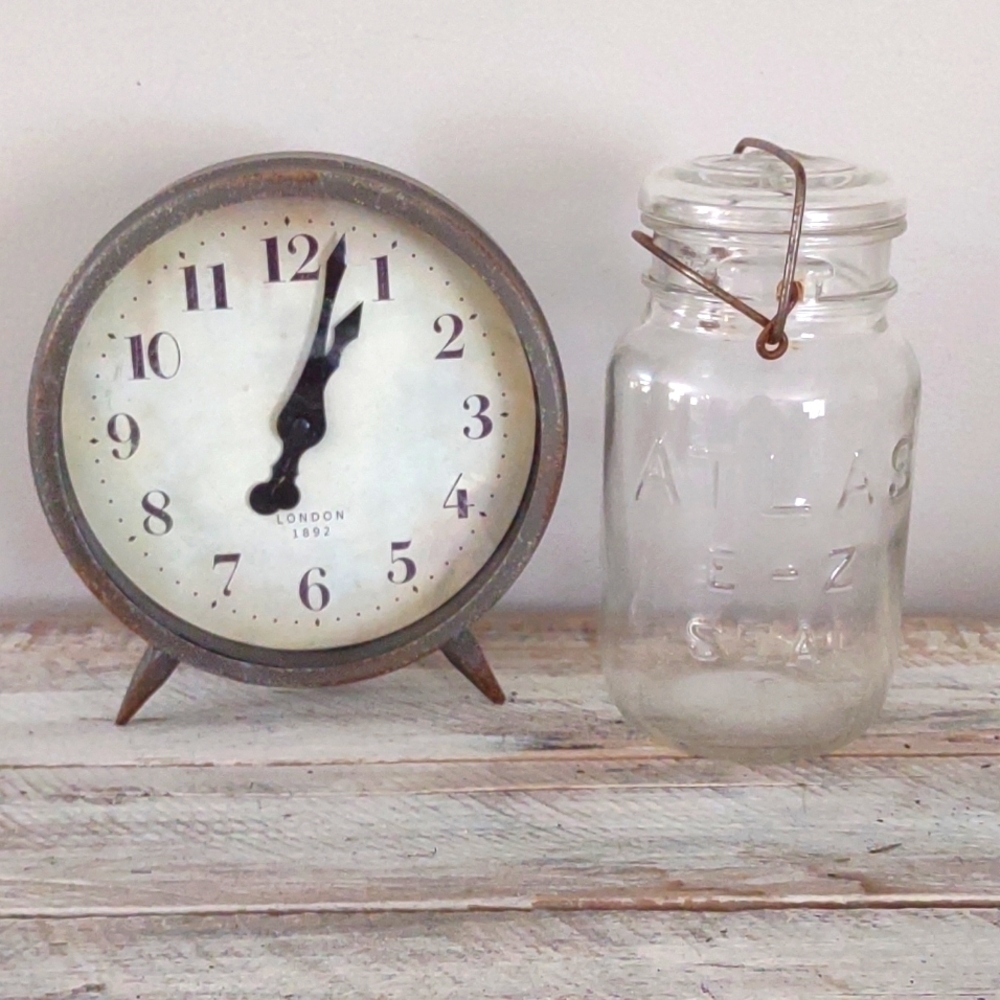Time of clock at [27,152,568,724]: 7:02
